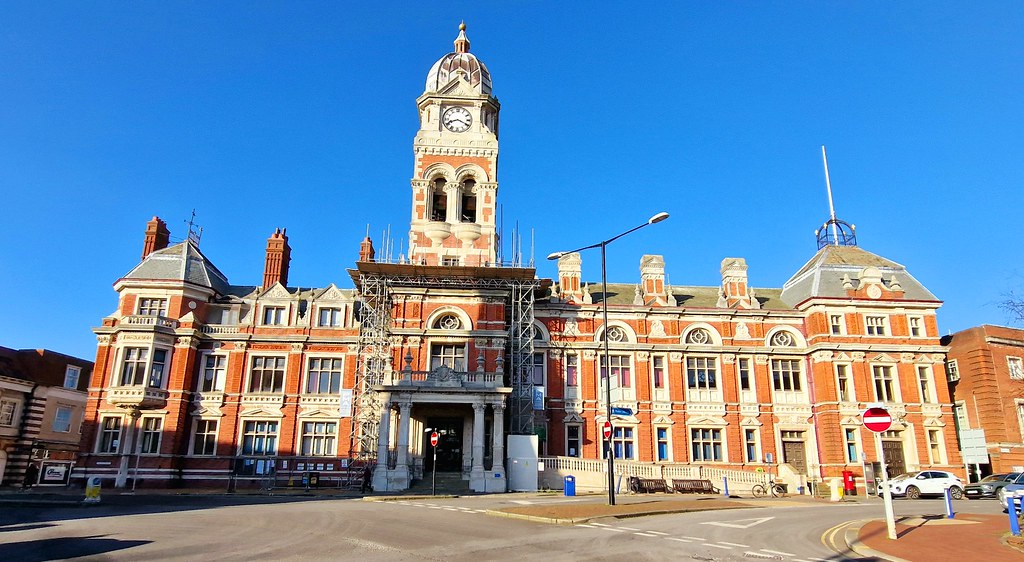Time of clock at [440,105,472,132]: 8:19
